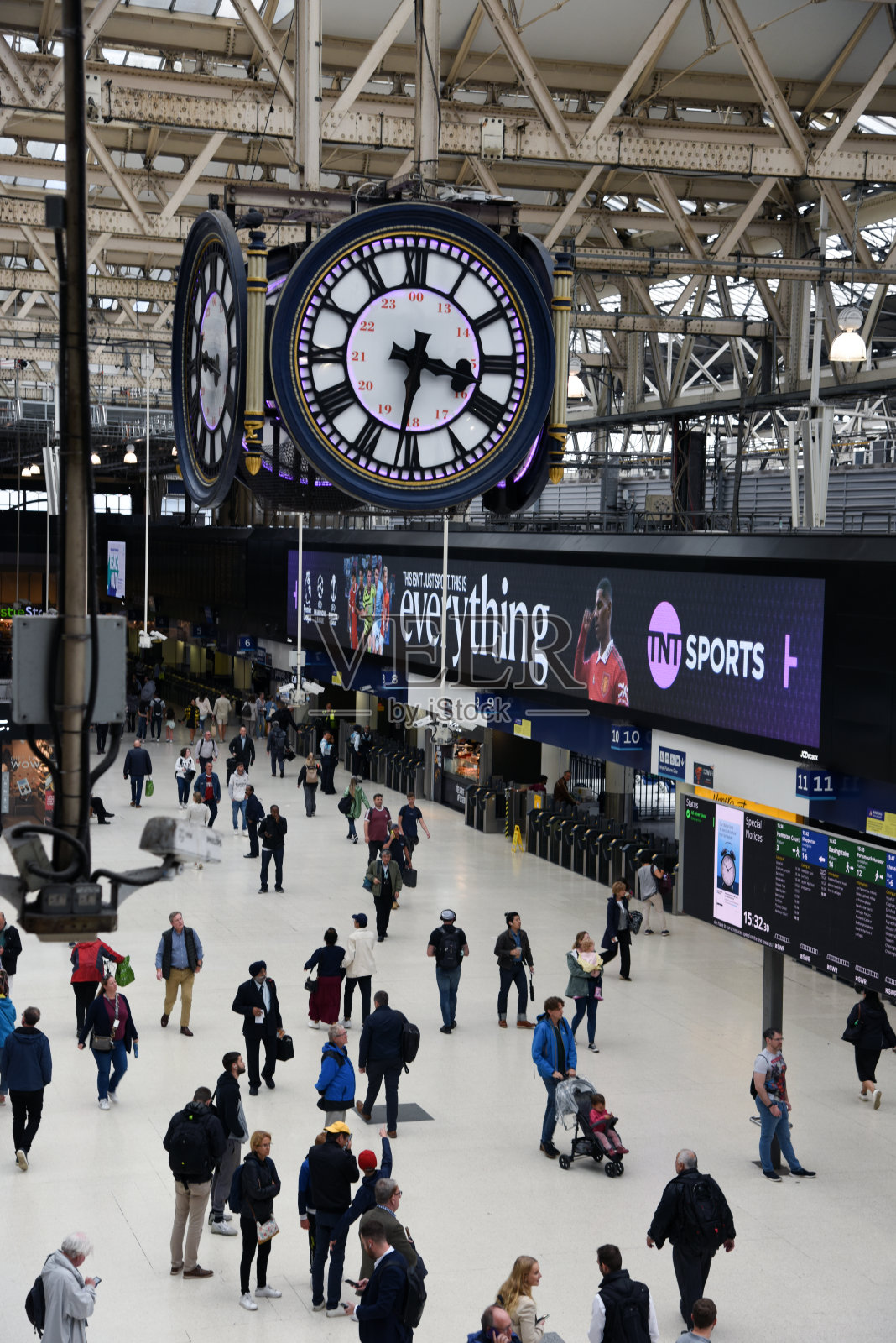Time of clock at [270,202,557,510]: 3:31
